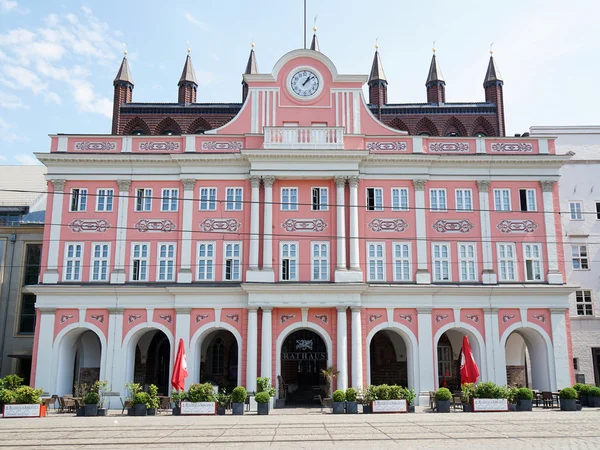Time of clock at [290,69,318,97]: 1:08
